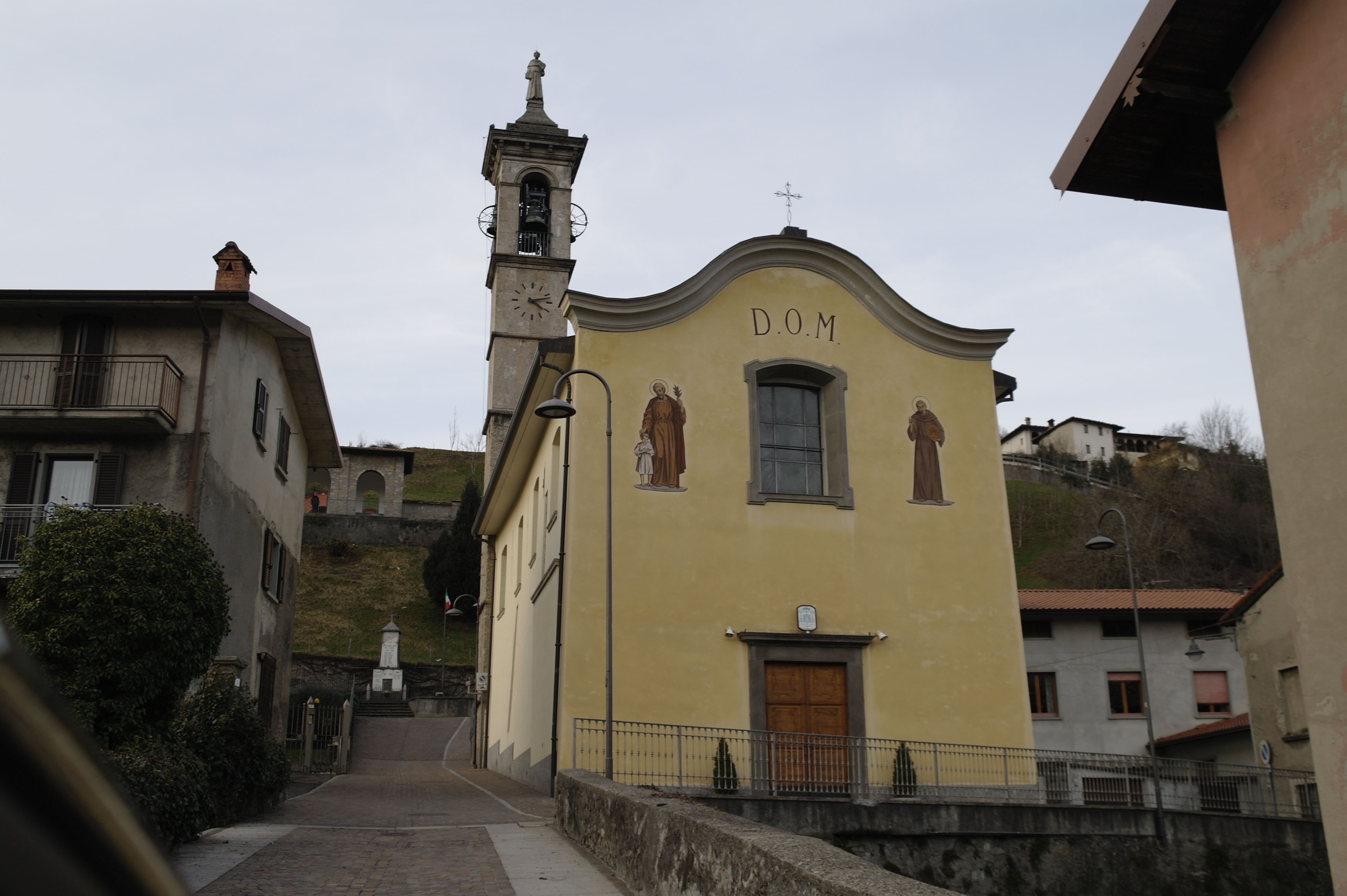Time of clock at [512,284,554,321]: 4:12
